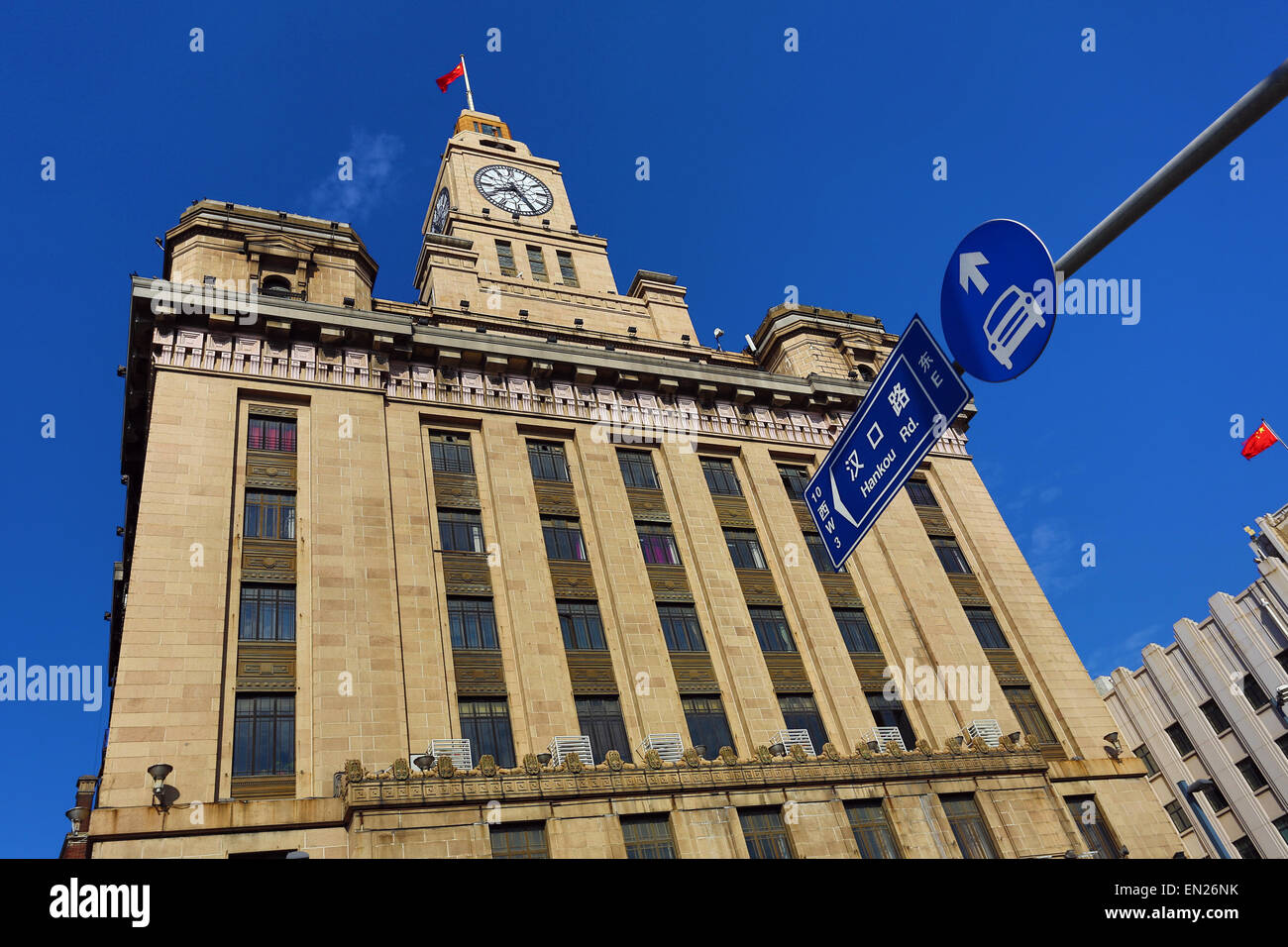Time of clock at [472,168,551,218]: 8:24
